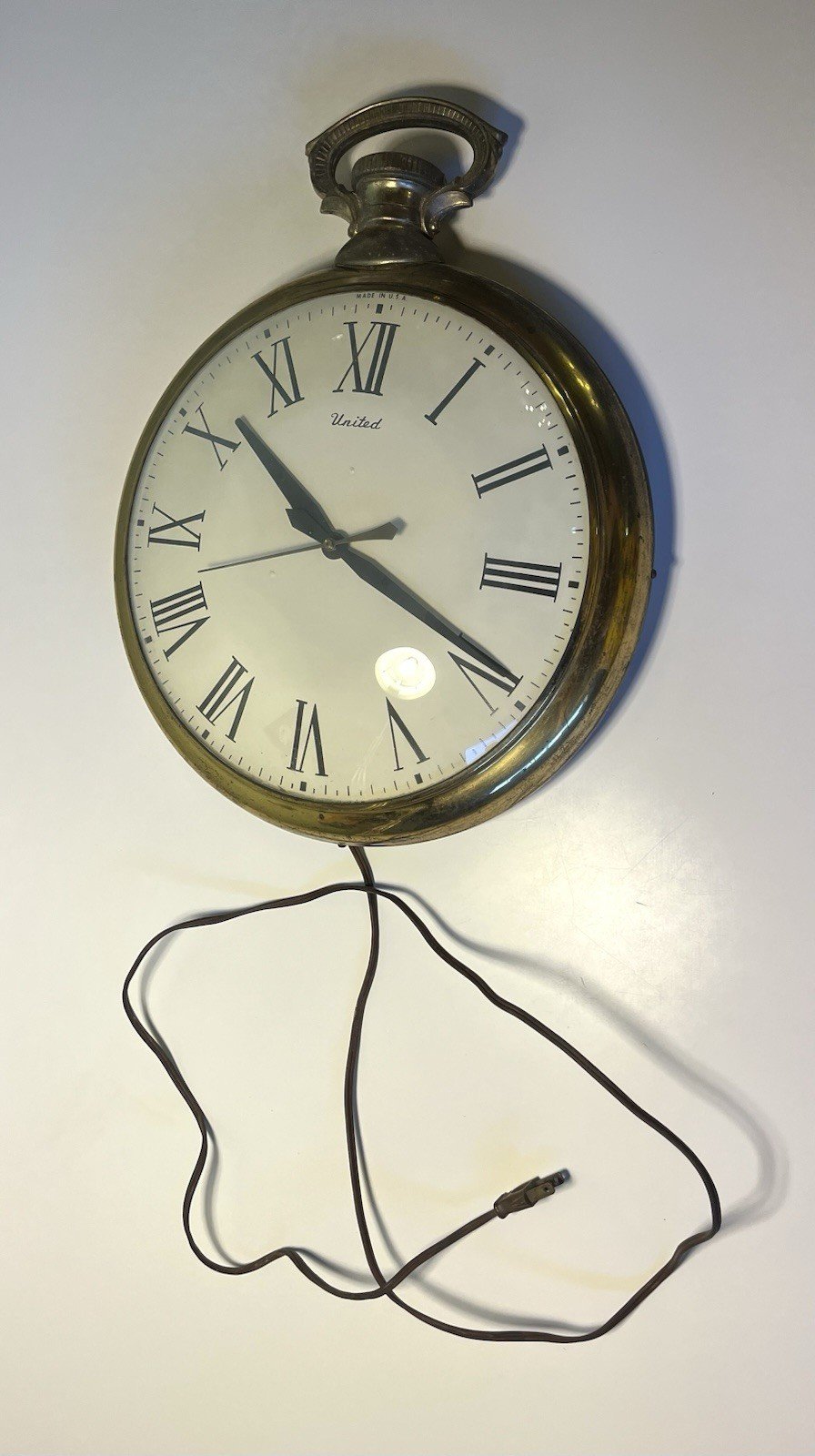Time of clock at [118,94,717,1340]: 10:19
